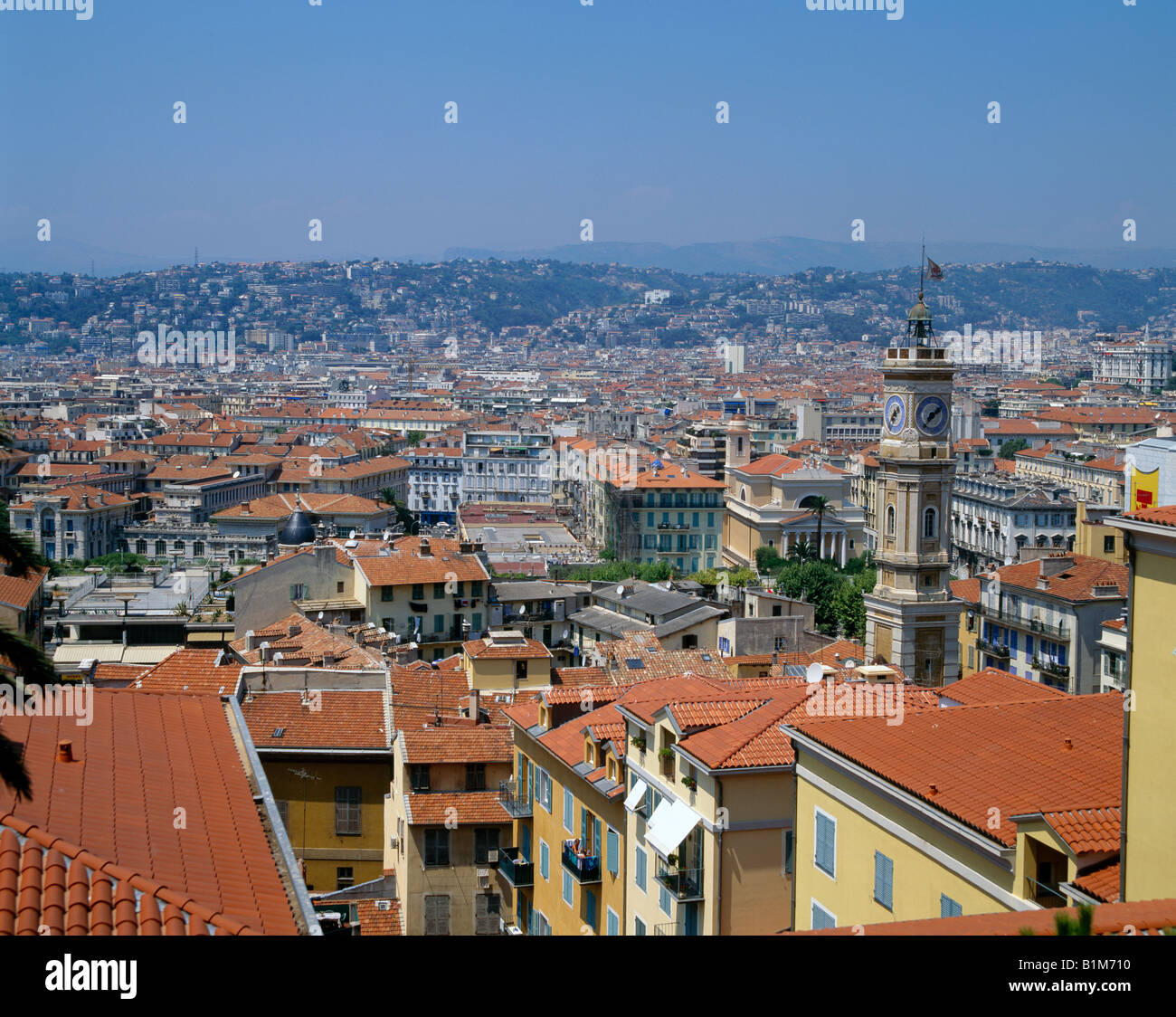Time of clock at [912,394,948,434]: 1:36
